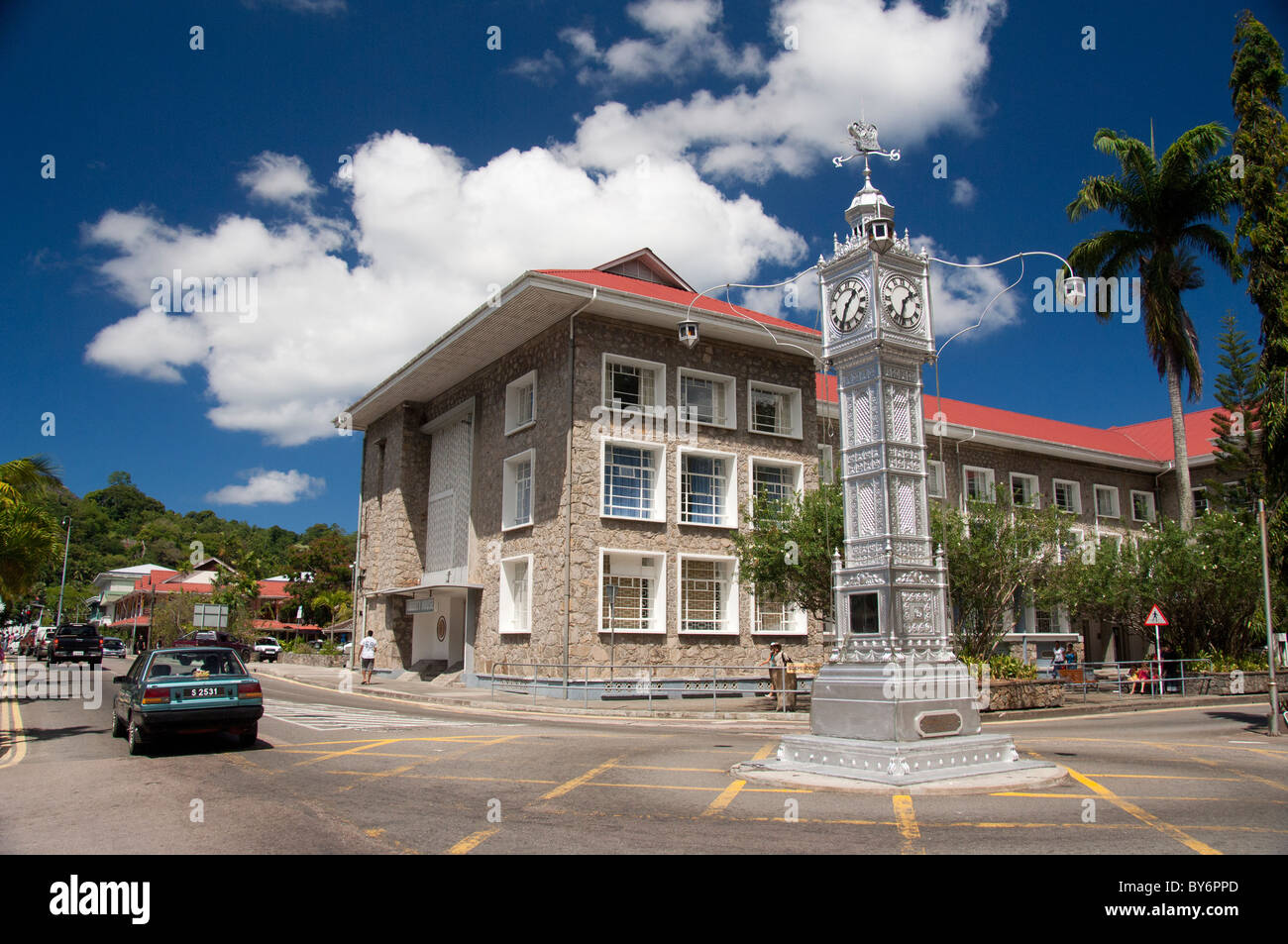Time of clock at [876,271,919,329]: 1:33
